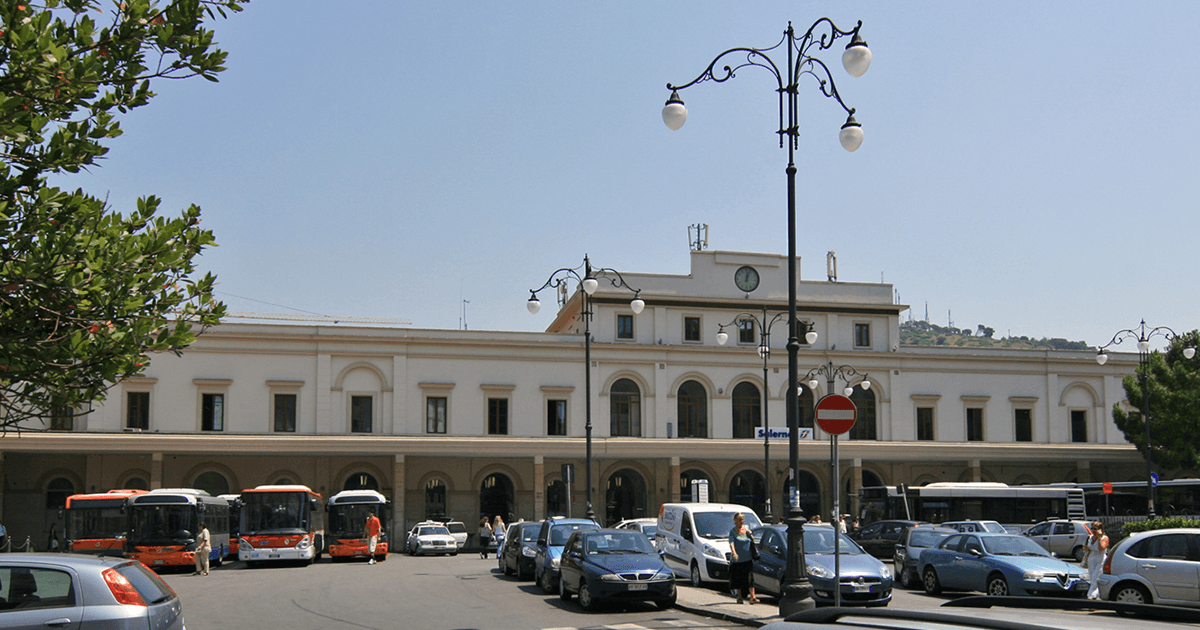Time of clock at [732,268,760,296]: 12:03
